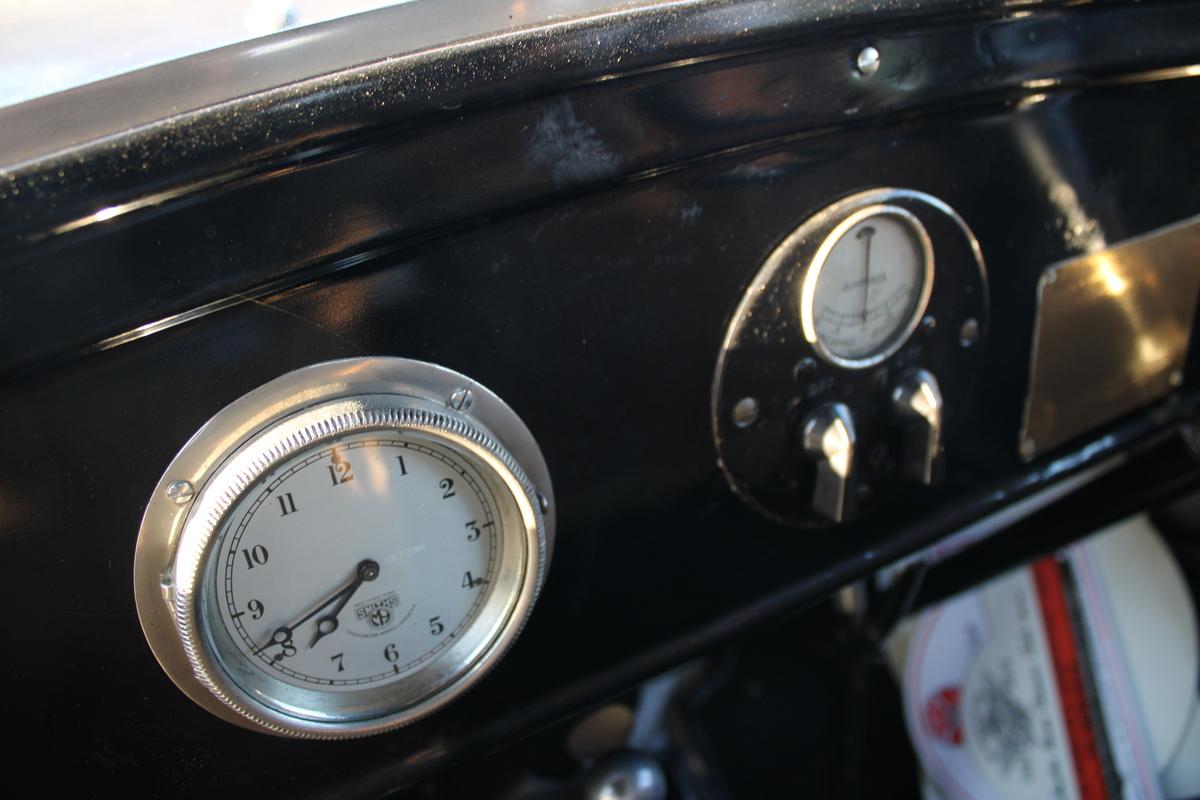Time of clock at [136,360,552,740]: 7:41
